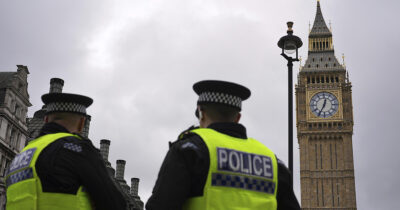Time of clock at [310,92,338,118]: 12:34
